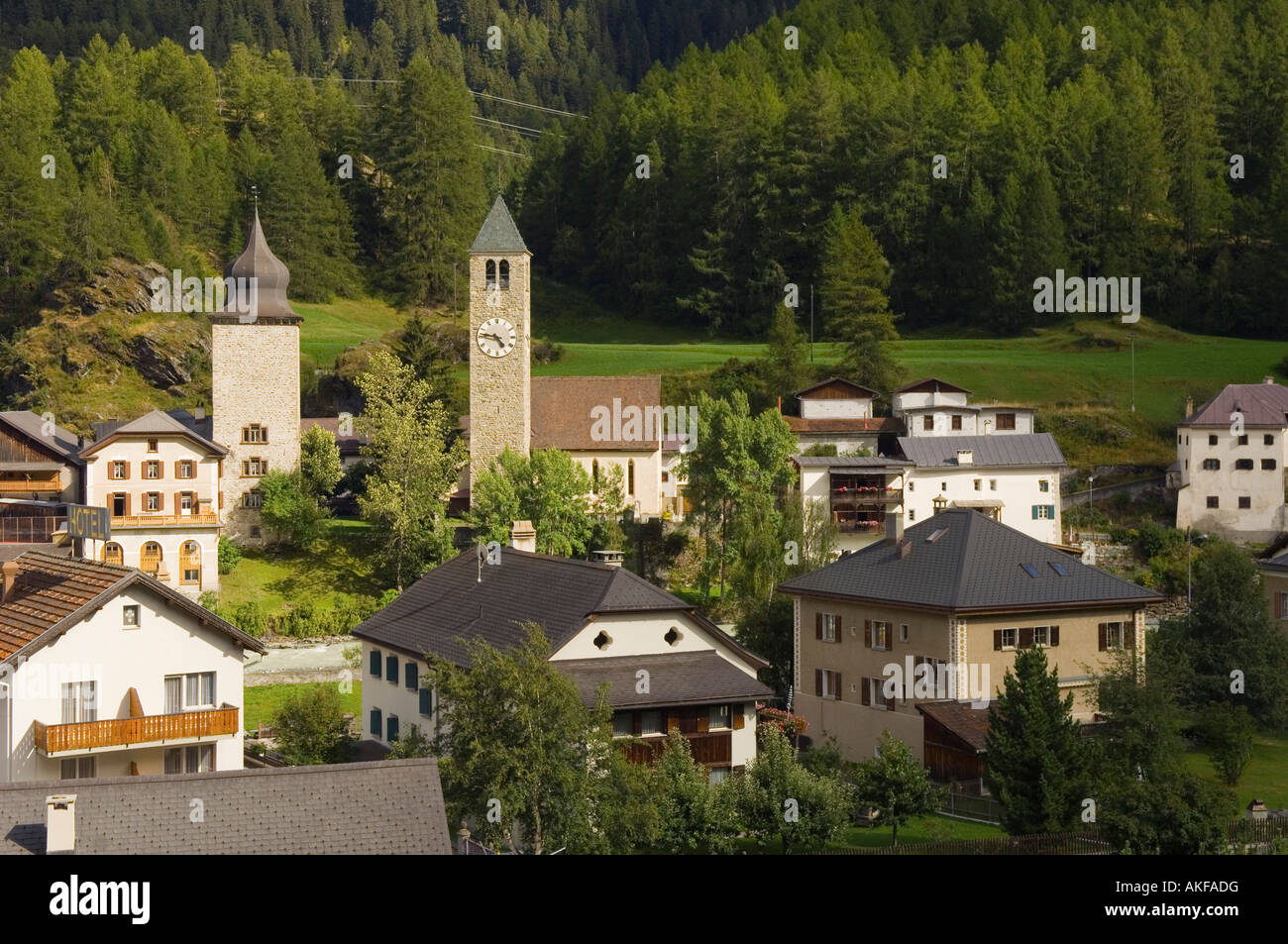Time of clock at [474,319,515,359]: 4:46
